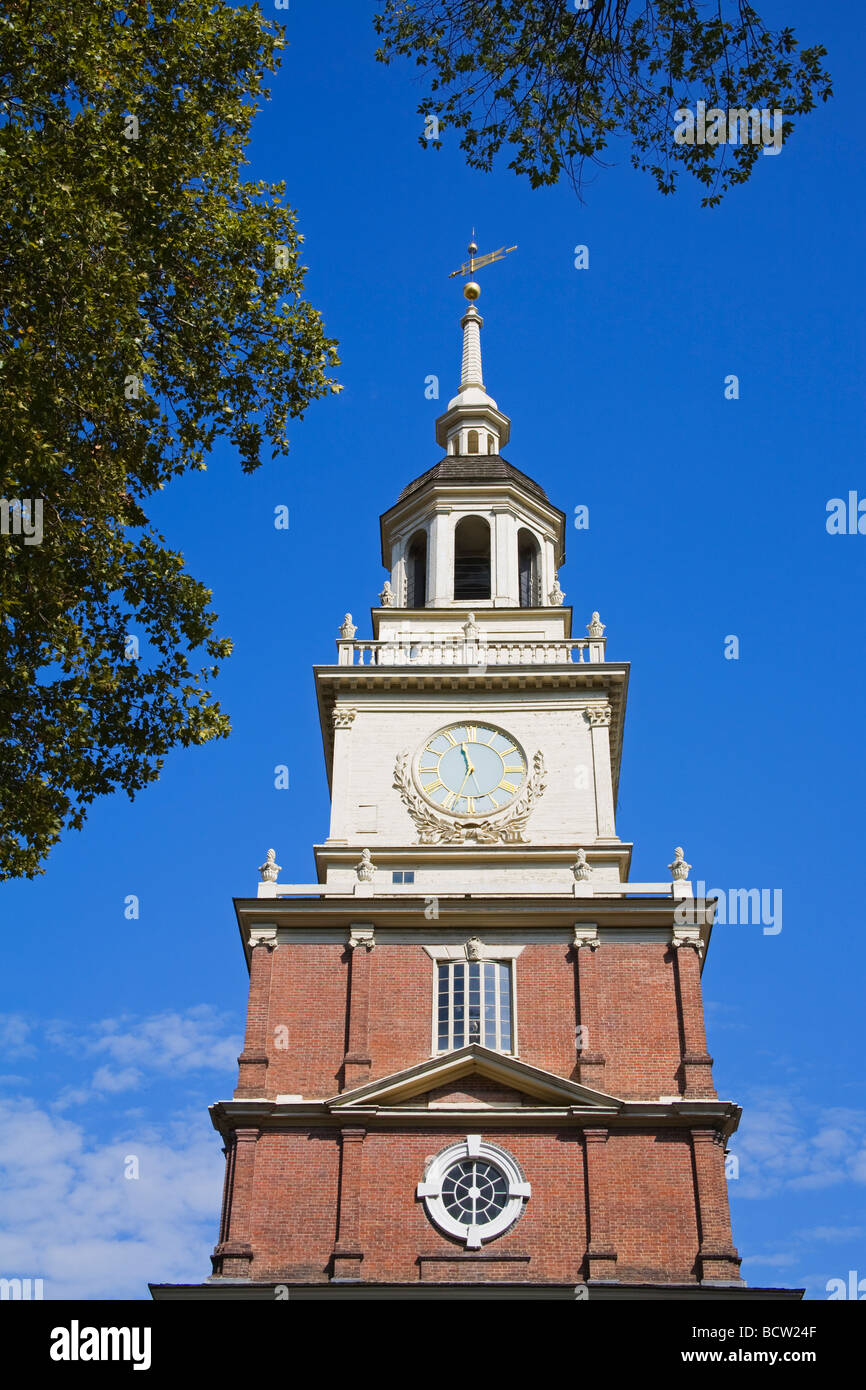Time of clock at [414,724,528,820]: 11:26
